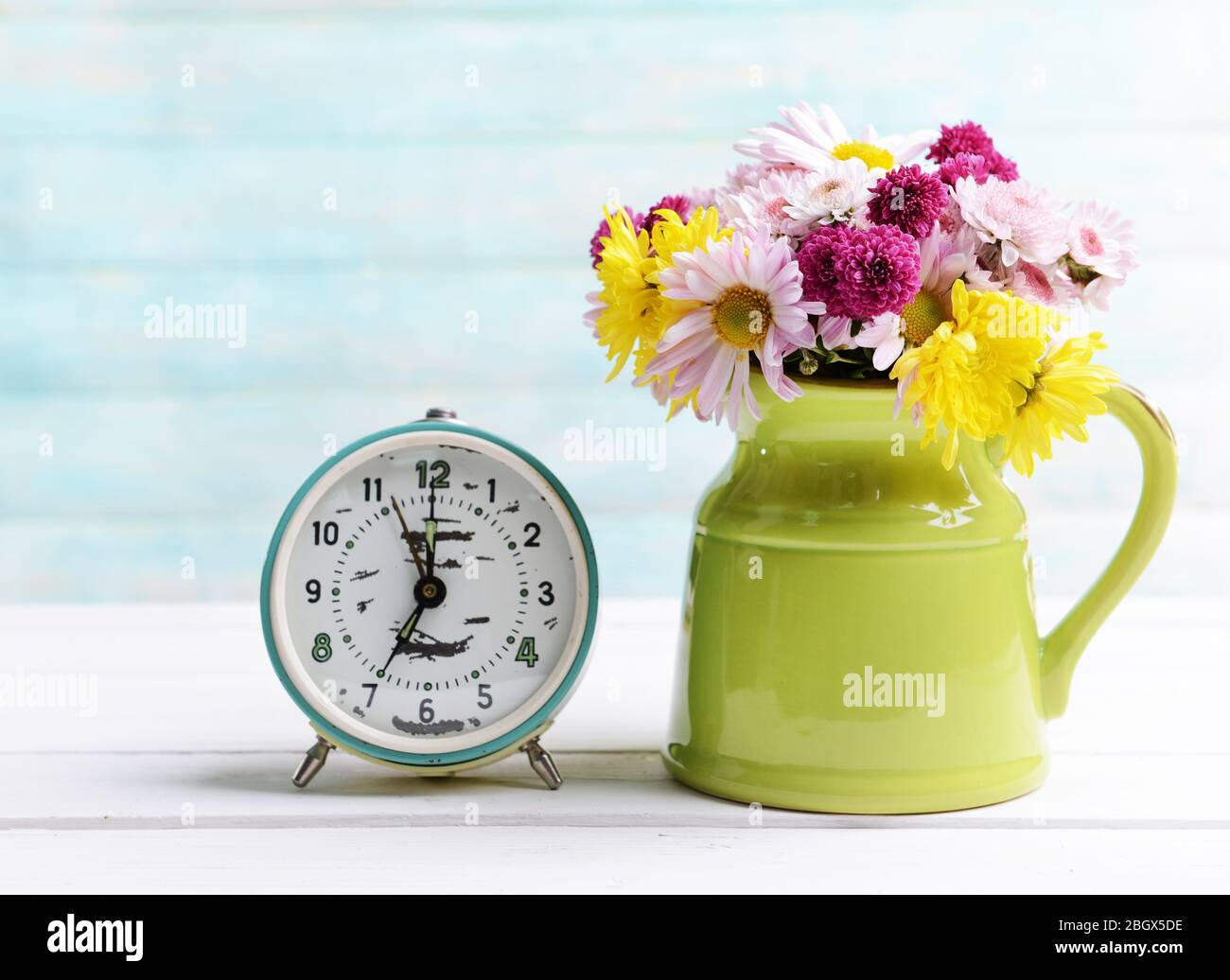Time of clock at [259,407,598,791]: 11:34
